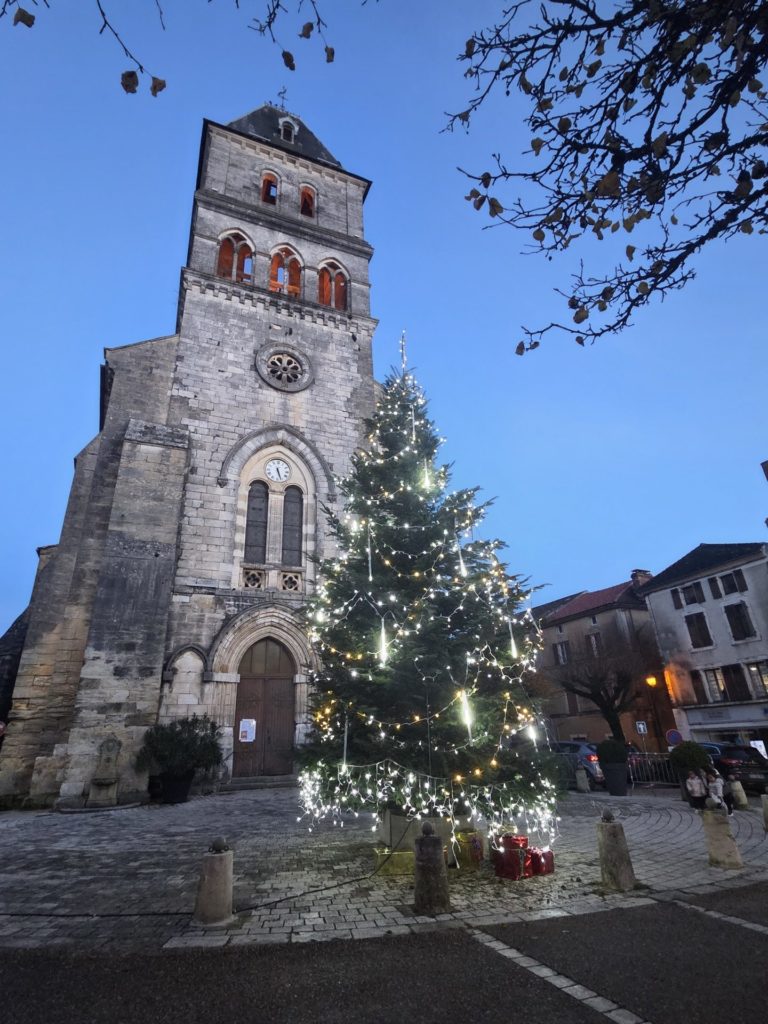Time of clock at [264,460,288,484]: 5:26
